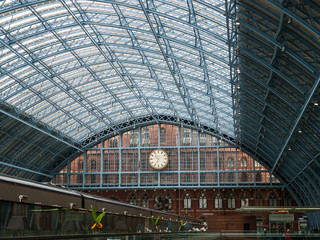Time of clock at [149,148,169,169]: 10:34
